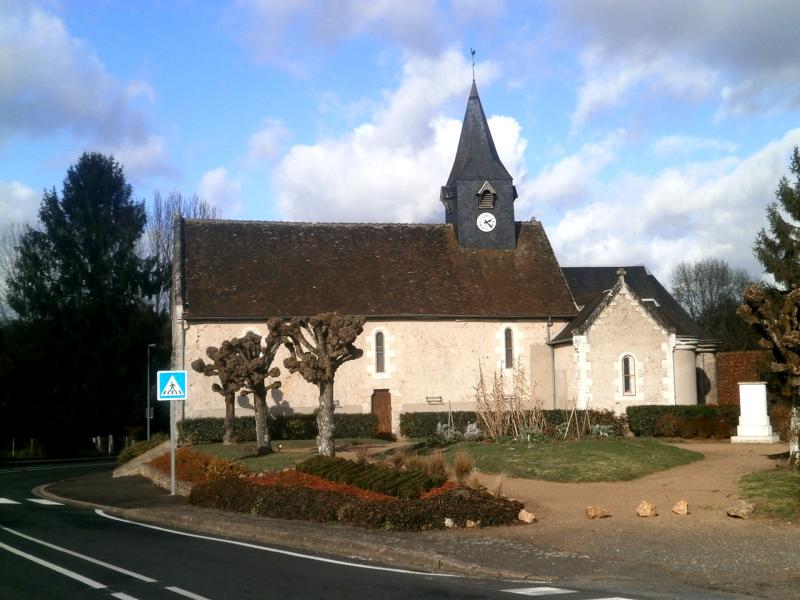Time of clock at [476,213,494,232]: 2:22
